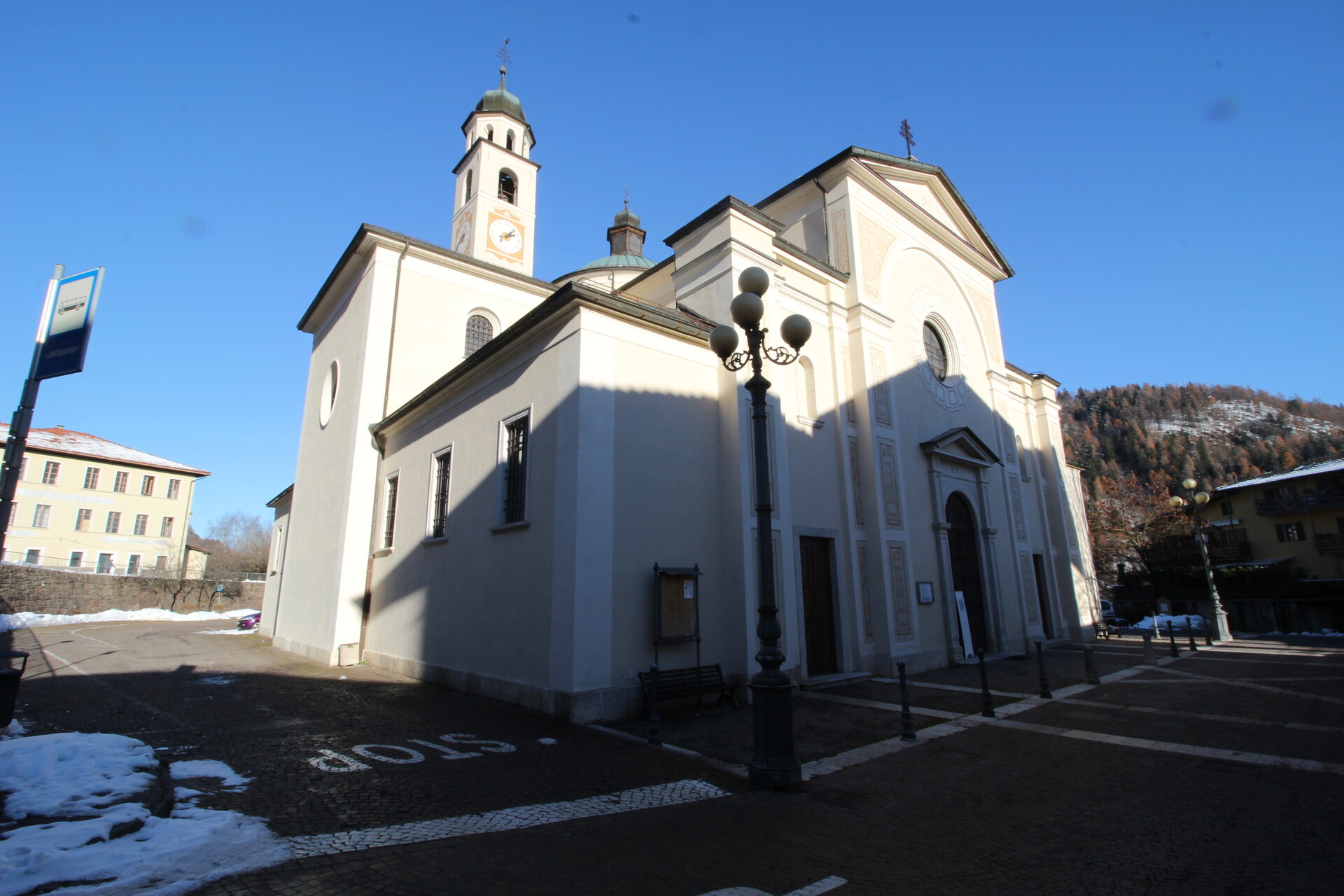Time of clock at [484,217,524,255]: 2:07
